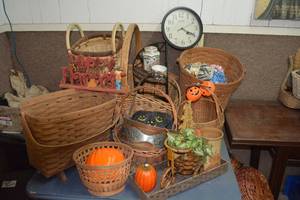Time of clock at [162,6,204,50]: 4:19
